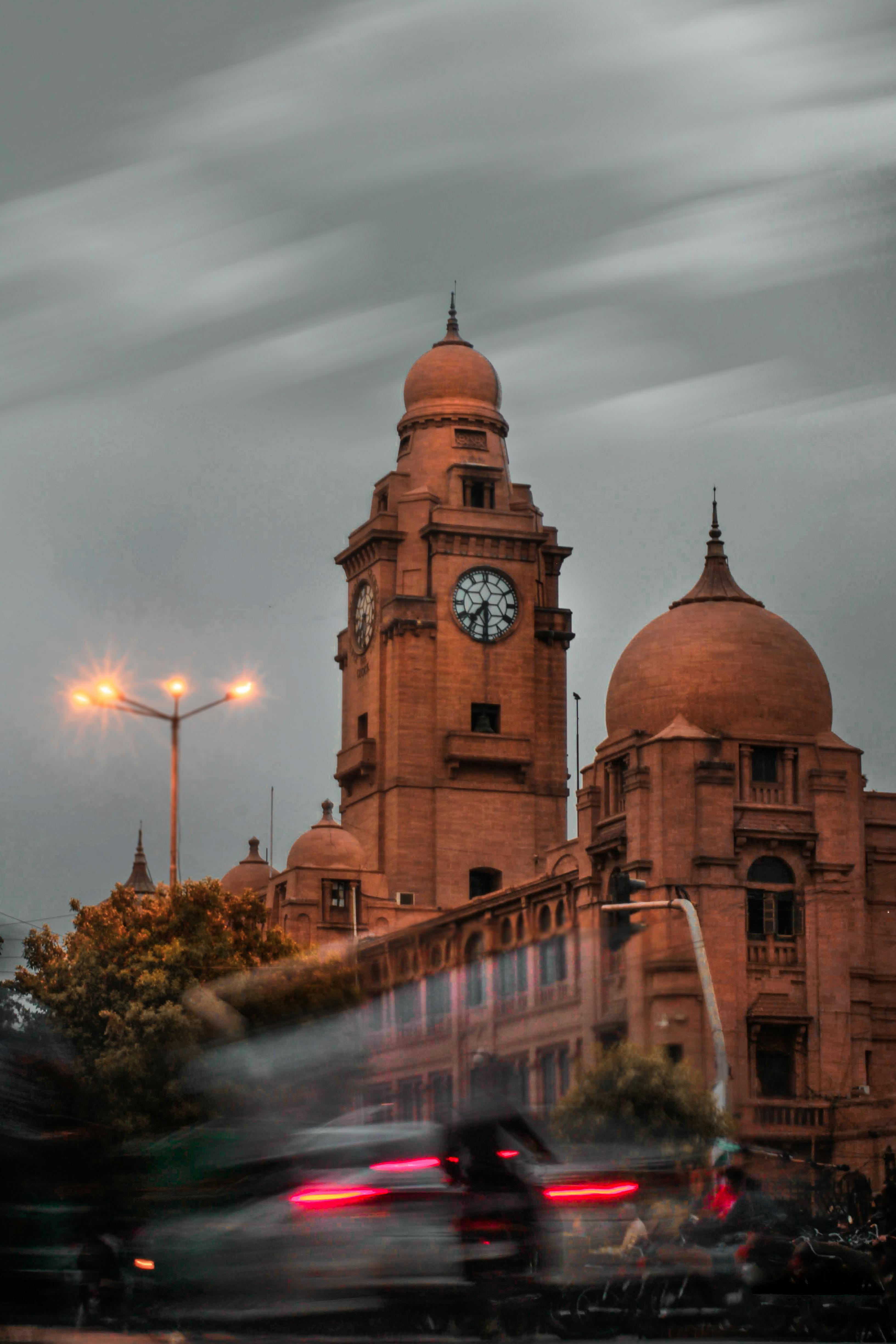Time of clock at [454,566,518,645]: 7:29
